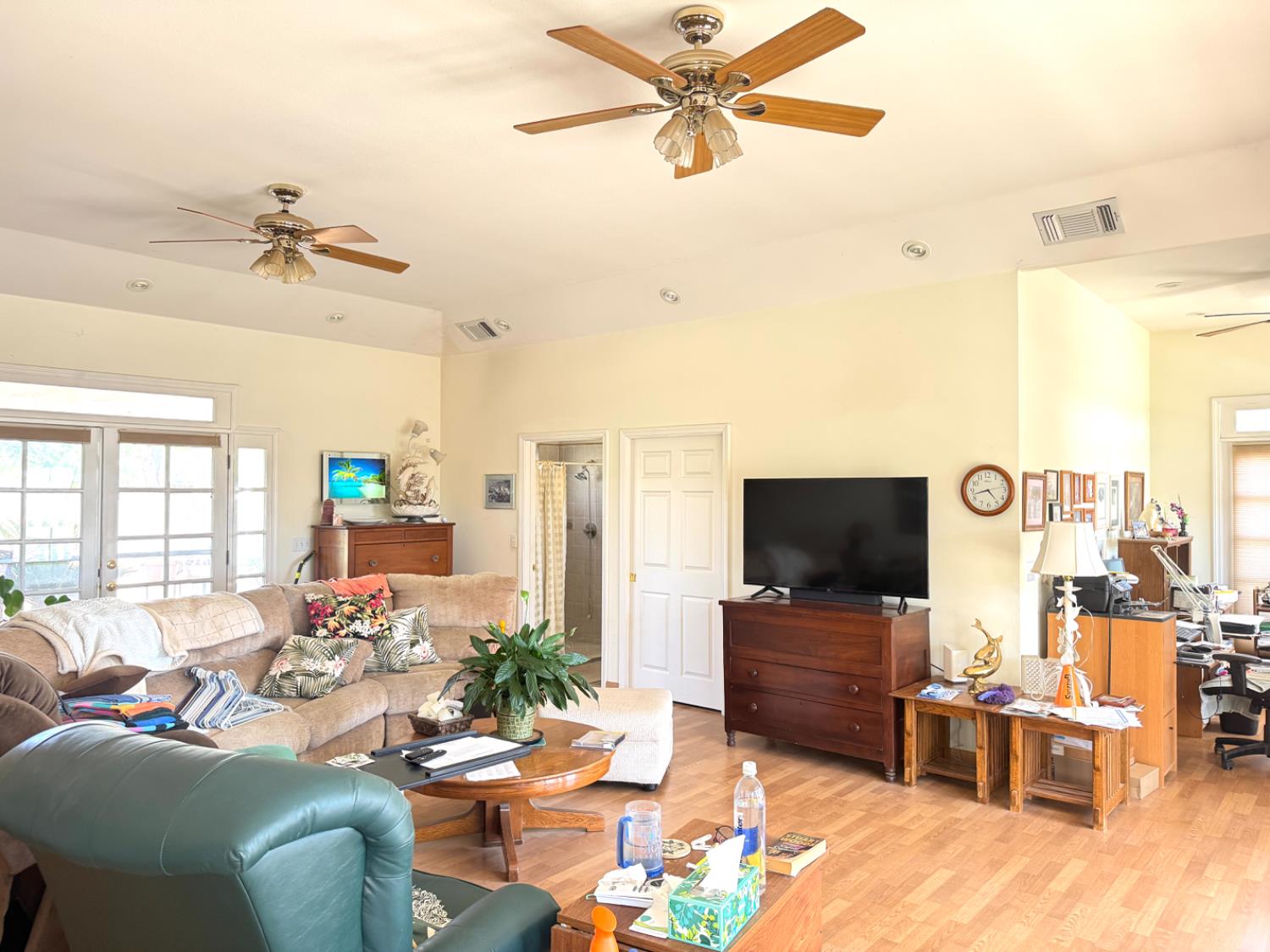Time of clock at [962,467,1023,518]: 4:42
